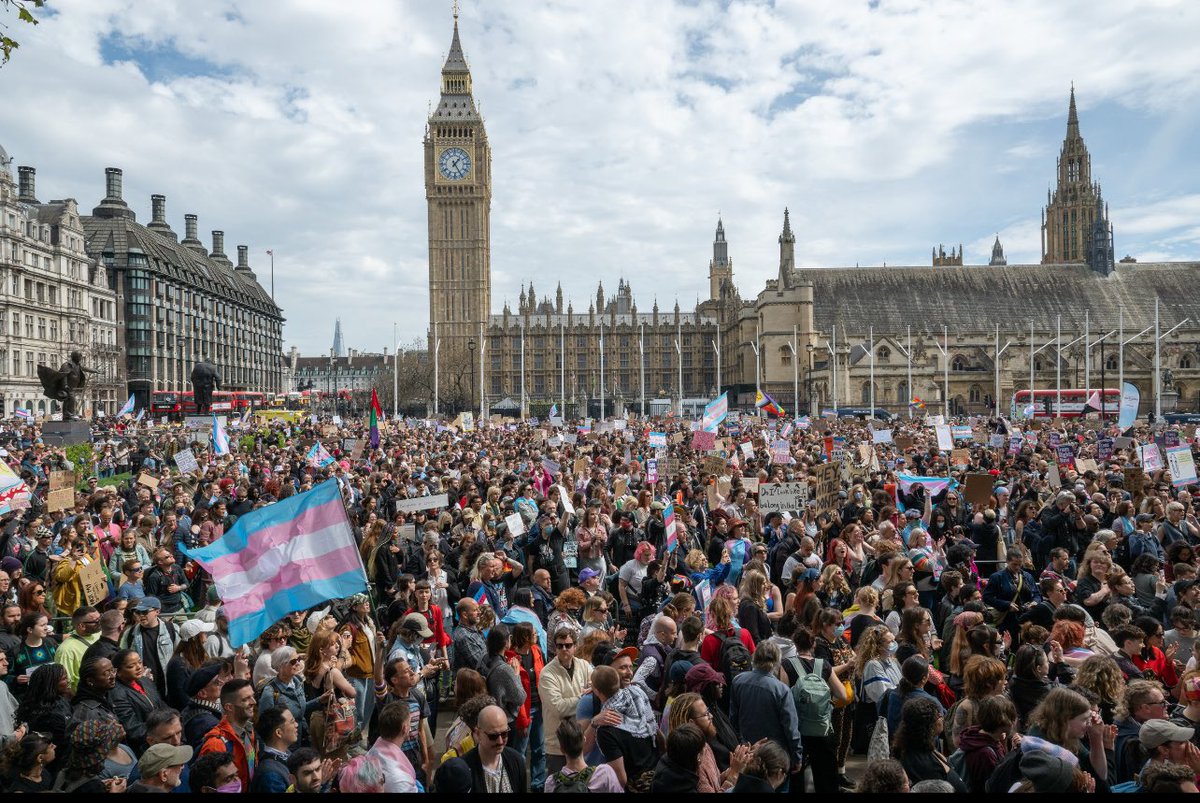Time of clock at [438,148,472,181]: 1:24
